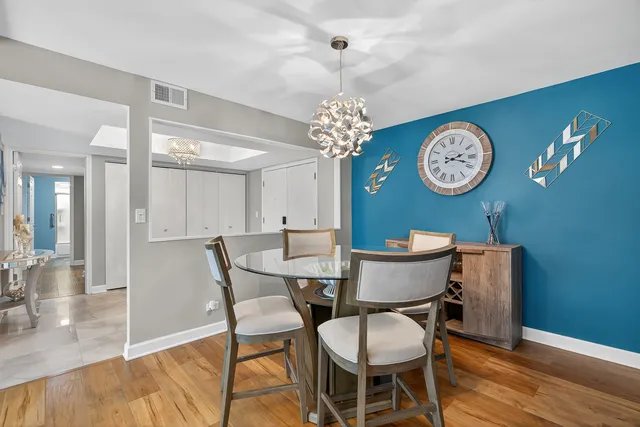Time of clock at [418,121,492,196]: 2:18
